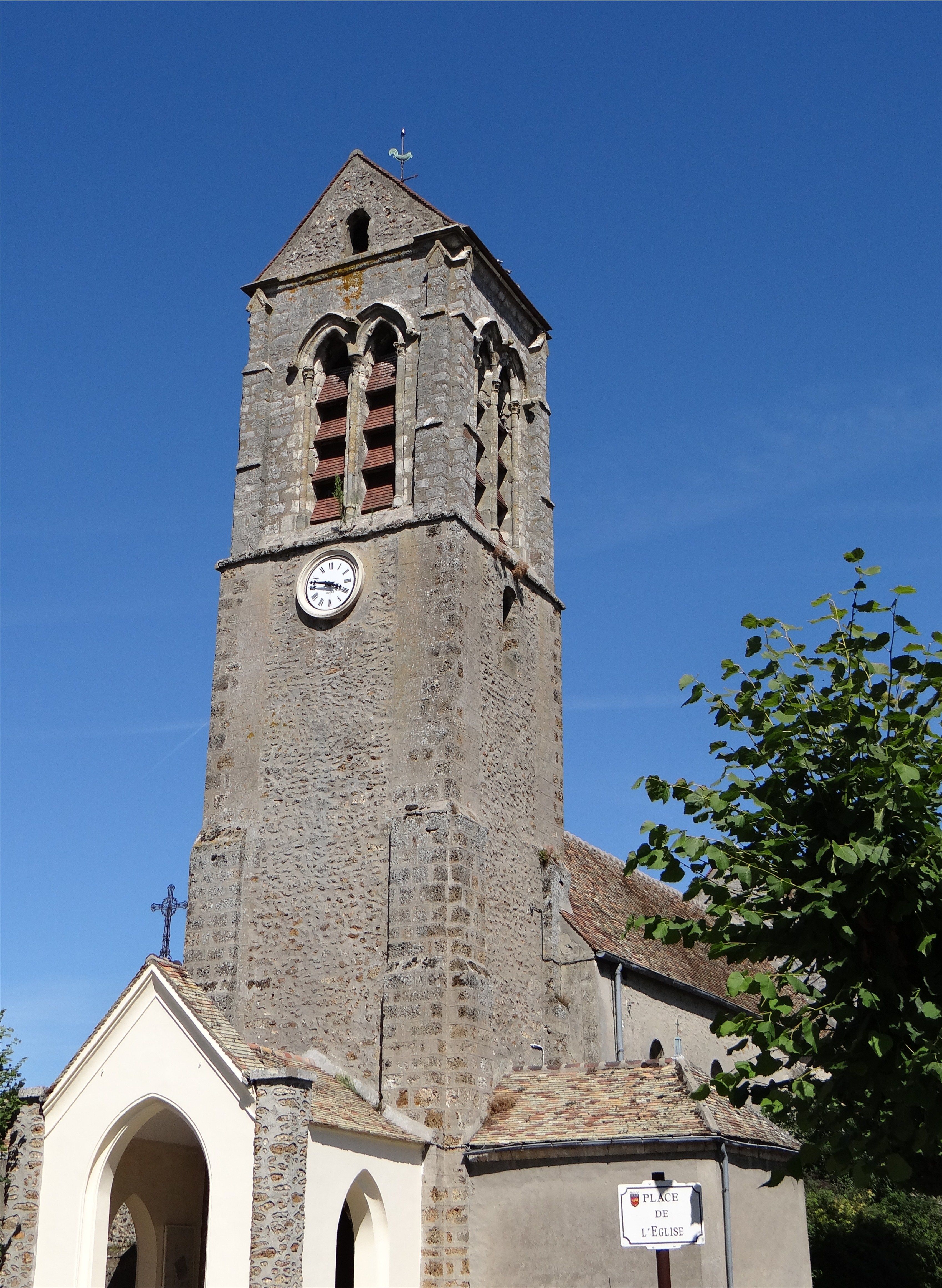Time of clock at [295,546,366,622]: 3:47
